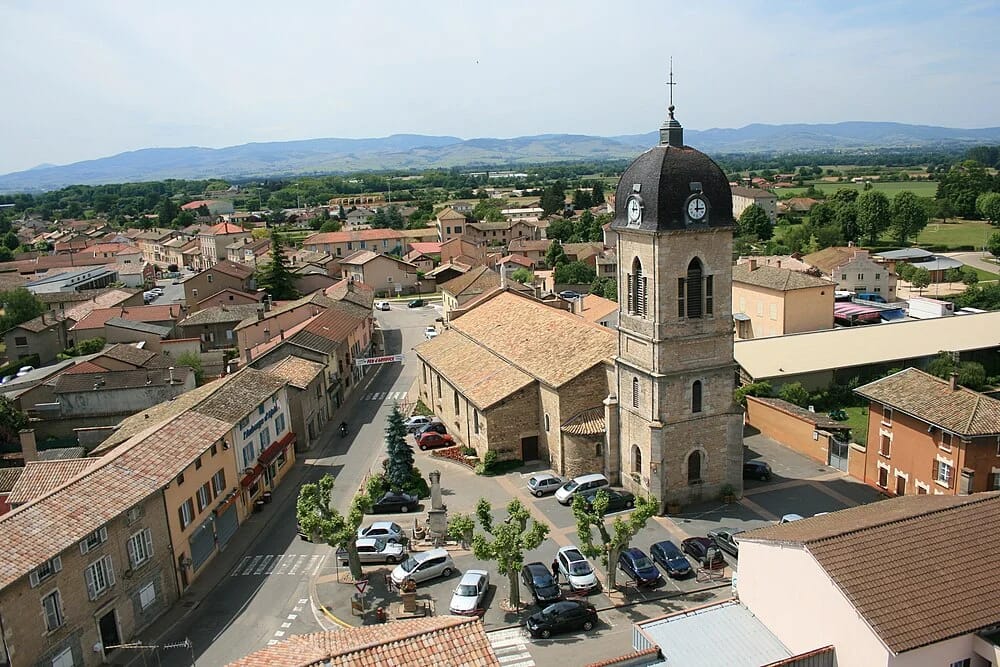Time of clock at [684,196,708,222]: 3:00
